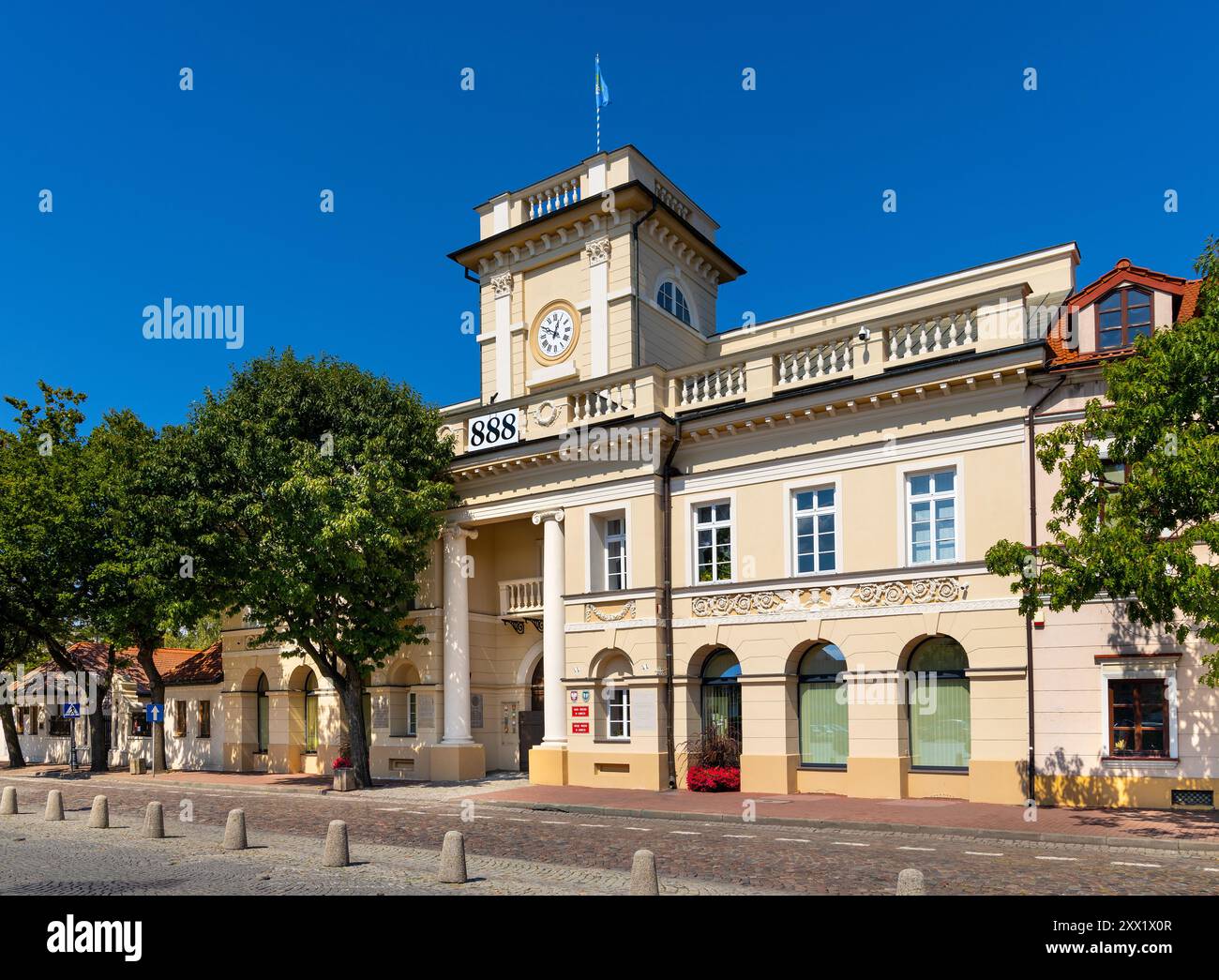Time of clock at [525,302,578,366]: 12:49
